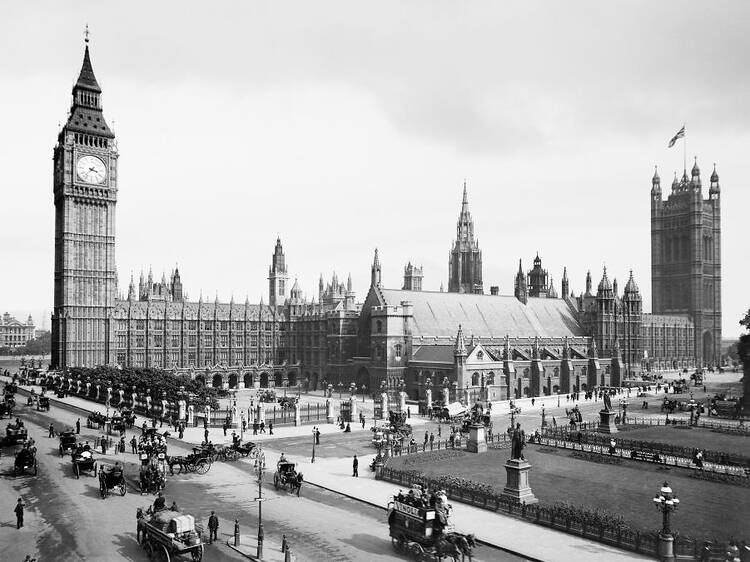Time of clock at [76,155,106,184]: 3:37
